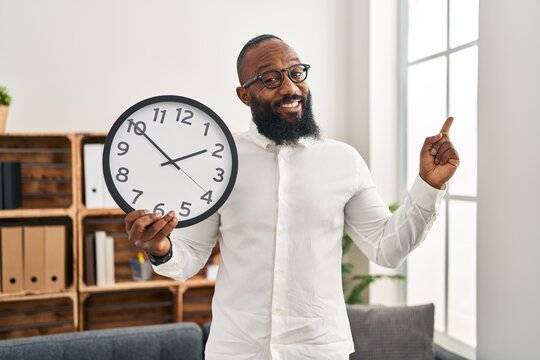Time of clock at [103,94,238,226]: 1:50
